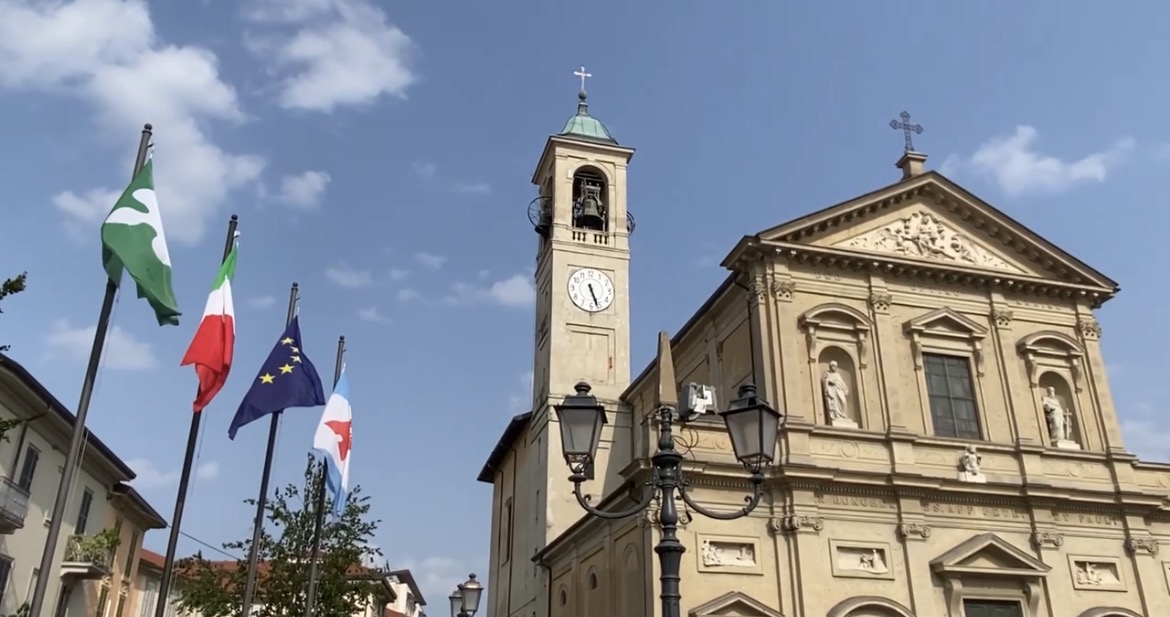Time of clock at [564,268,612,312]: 5:26
